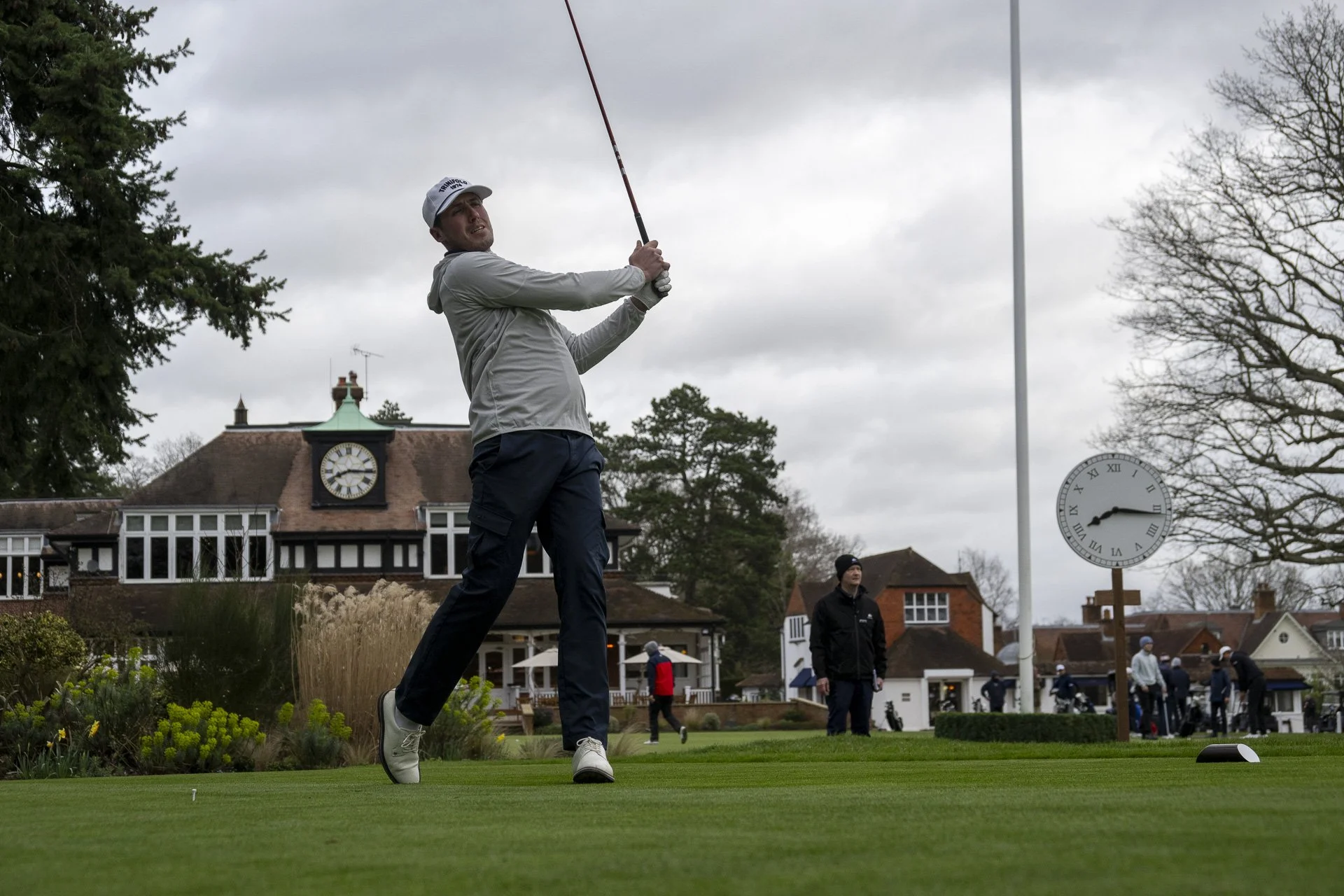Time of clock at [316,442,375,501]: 8:15
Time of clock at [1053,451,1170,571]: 8:16
